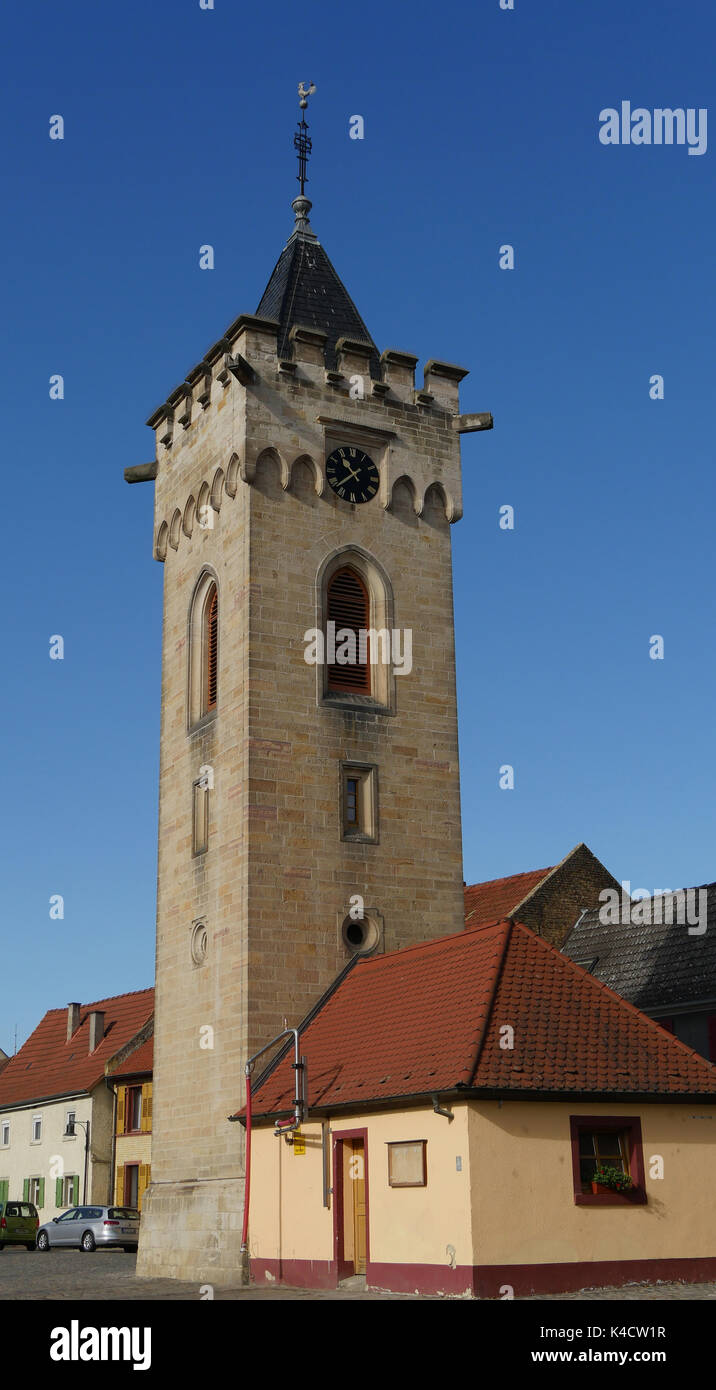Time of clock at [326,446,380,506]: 10:37
